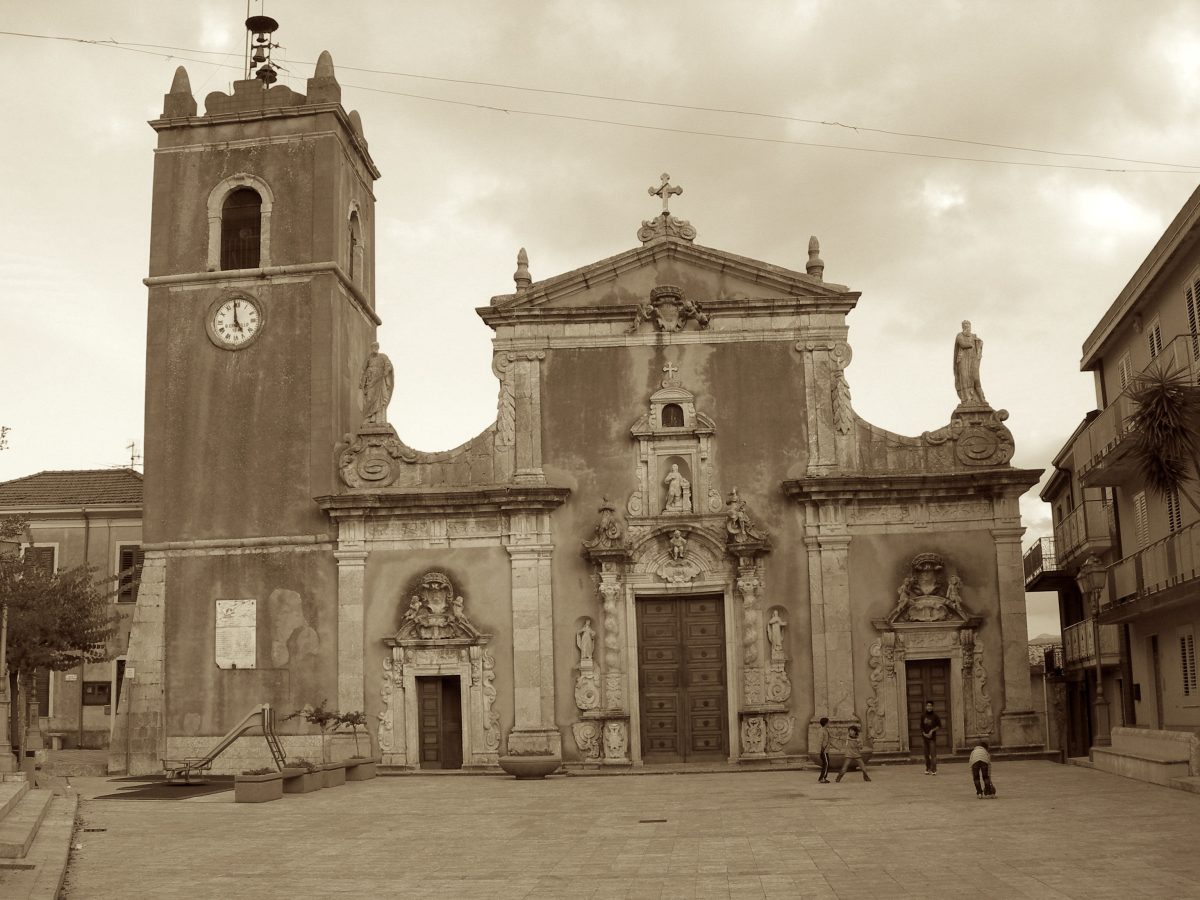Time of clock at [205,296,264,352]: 4:59
